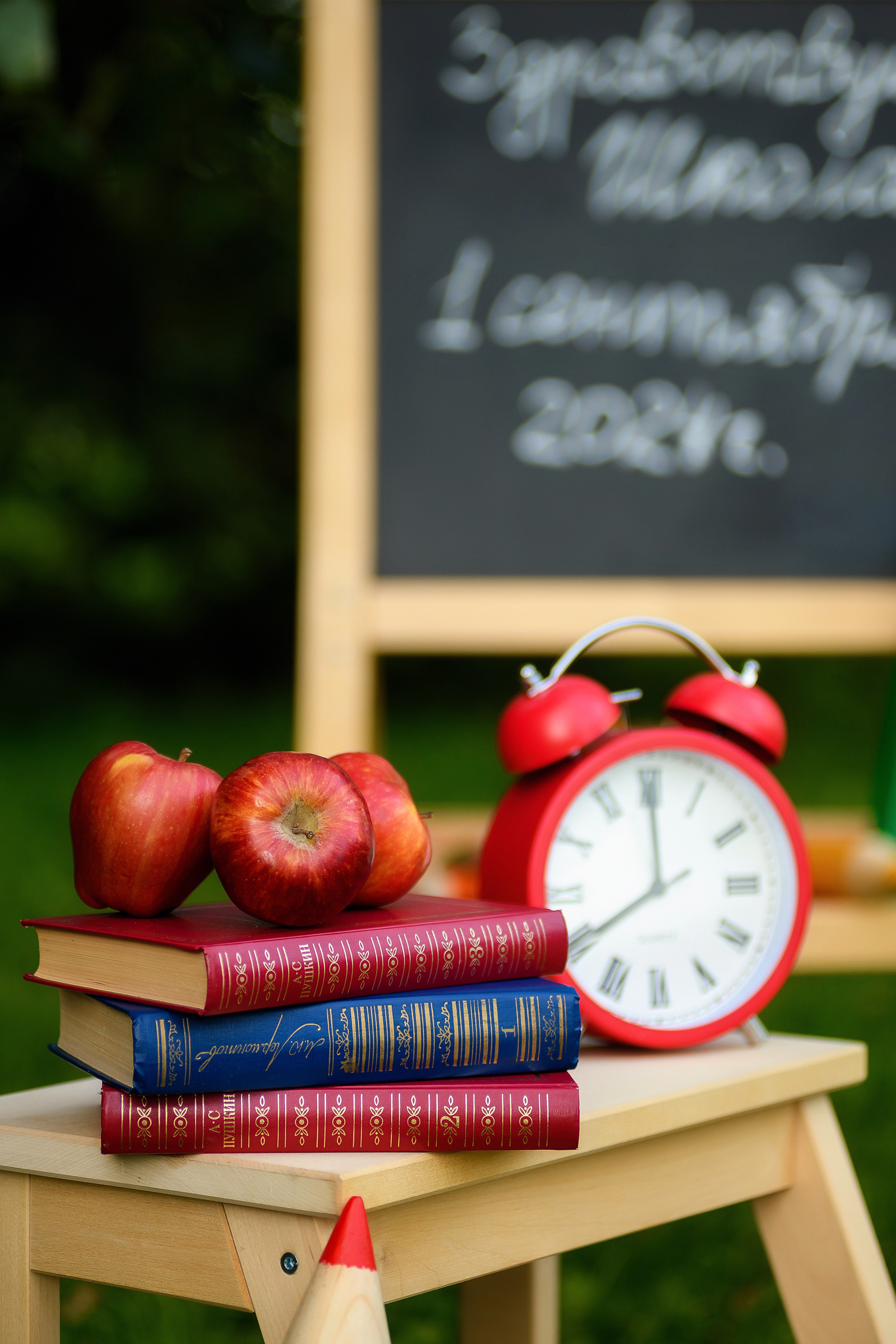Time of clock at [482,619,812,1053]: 7:59
